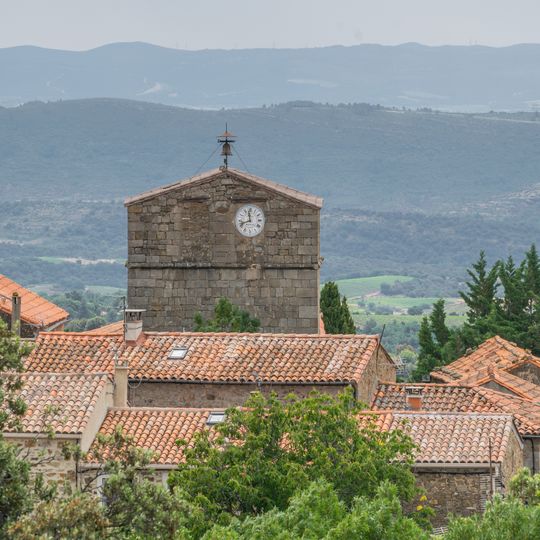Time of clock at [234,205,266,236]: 11:41
